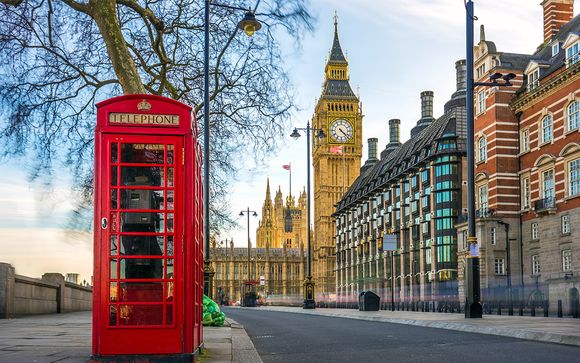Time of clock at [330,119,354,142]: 4:22
